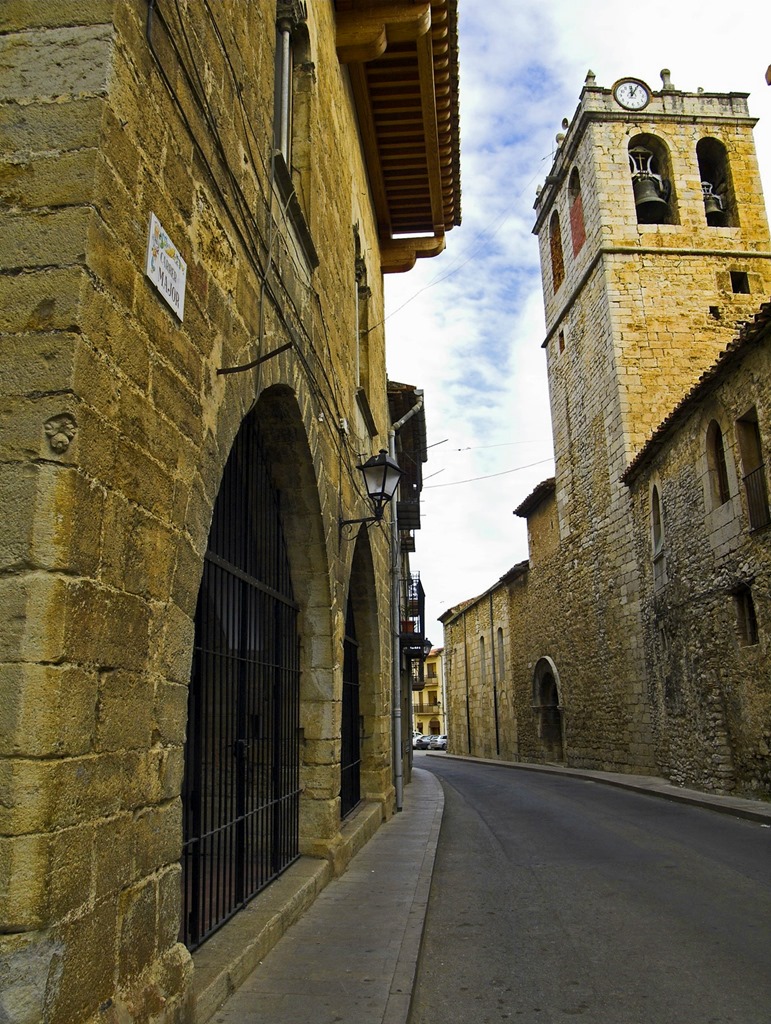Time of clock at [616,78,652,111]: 12:05
